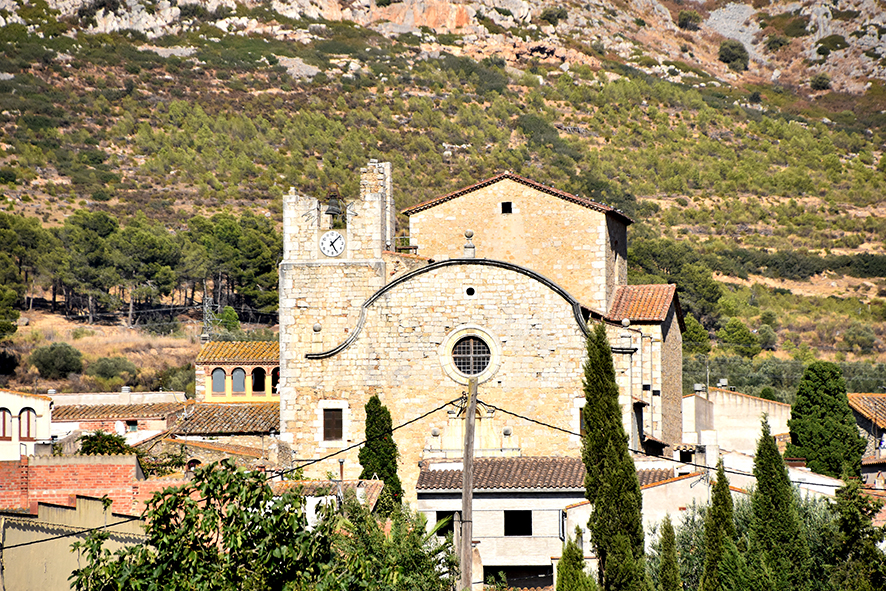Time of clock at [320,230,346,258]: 5:07
